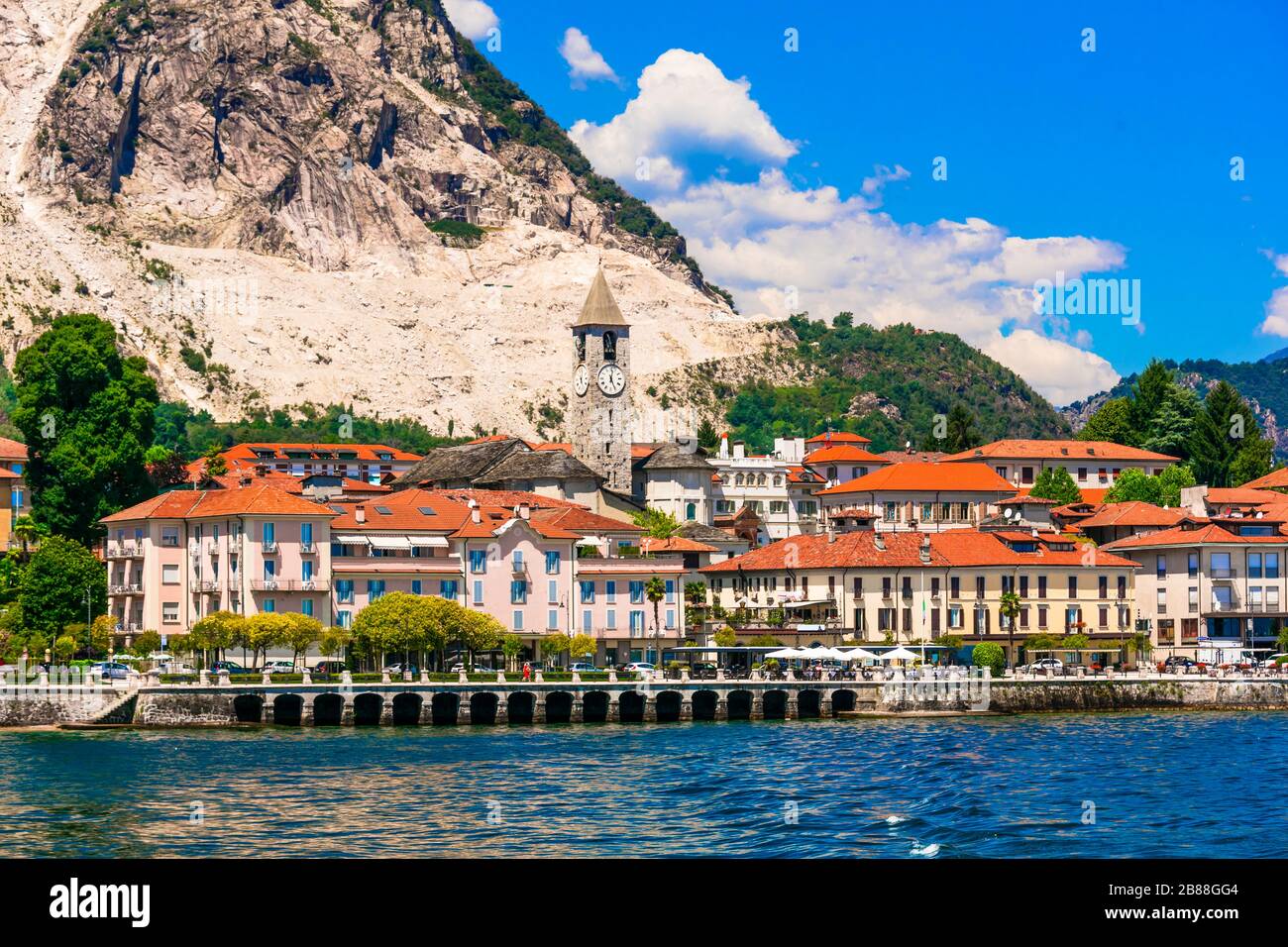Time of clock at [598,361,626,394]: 5:01
